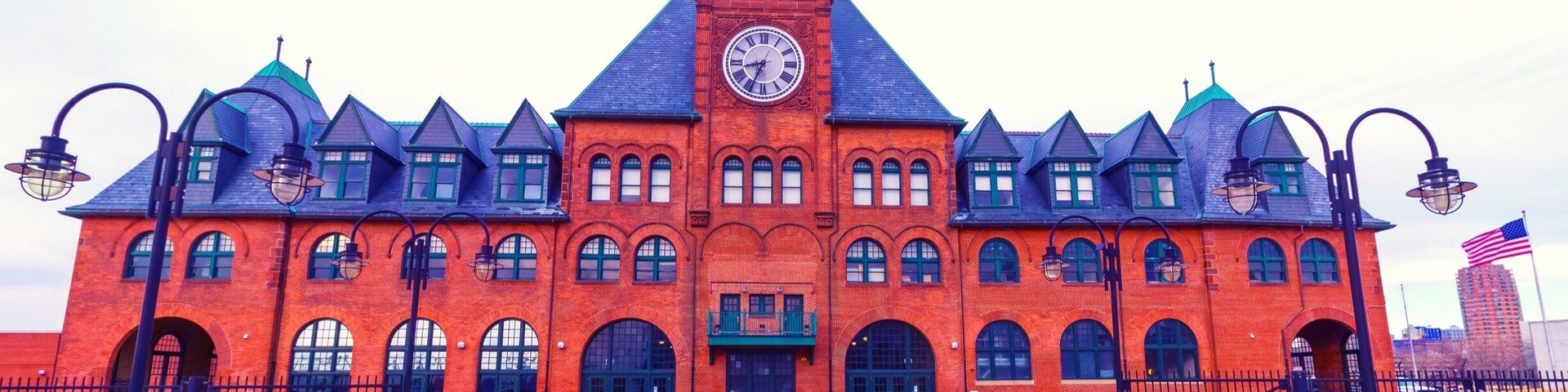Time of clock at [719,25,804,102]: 8:34
